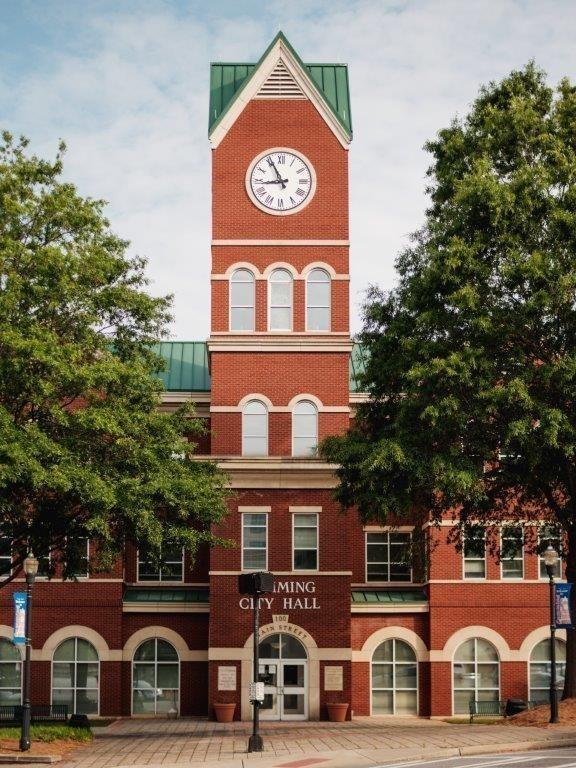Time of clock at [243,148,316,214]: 8:55
